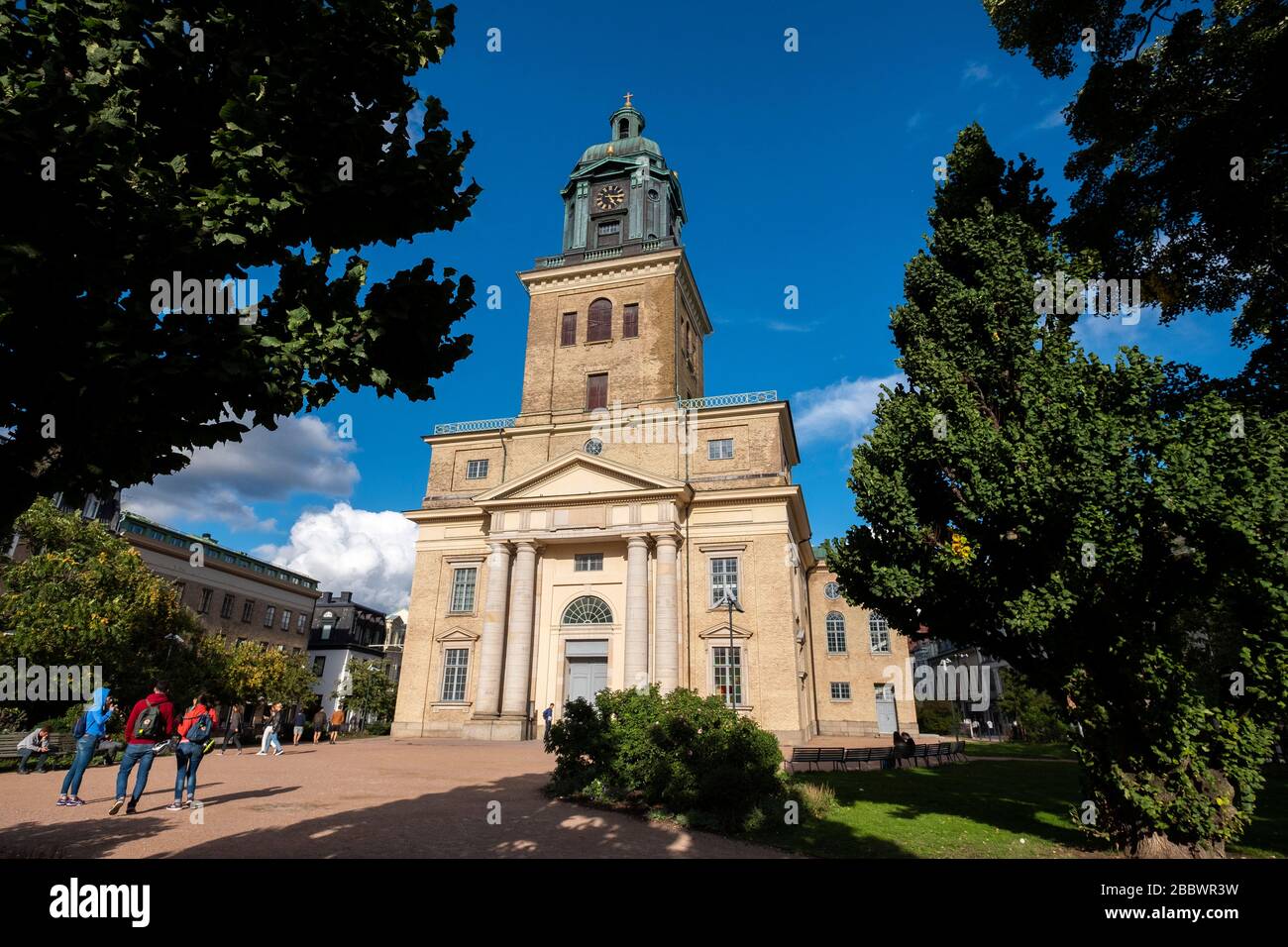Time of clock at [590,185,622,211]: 5:14
